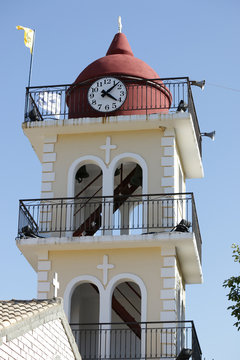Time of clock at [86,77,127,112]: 4:07
